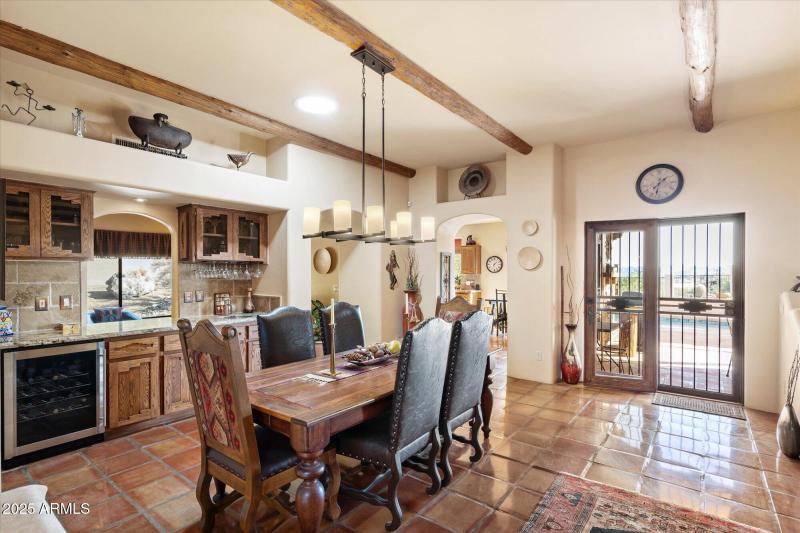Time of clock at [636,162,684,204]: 7:32
